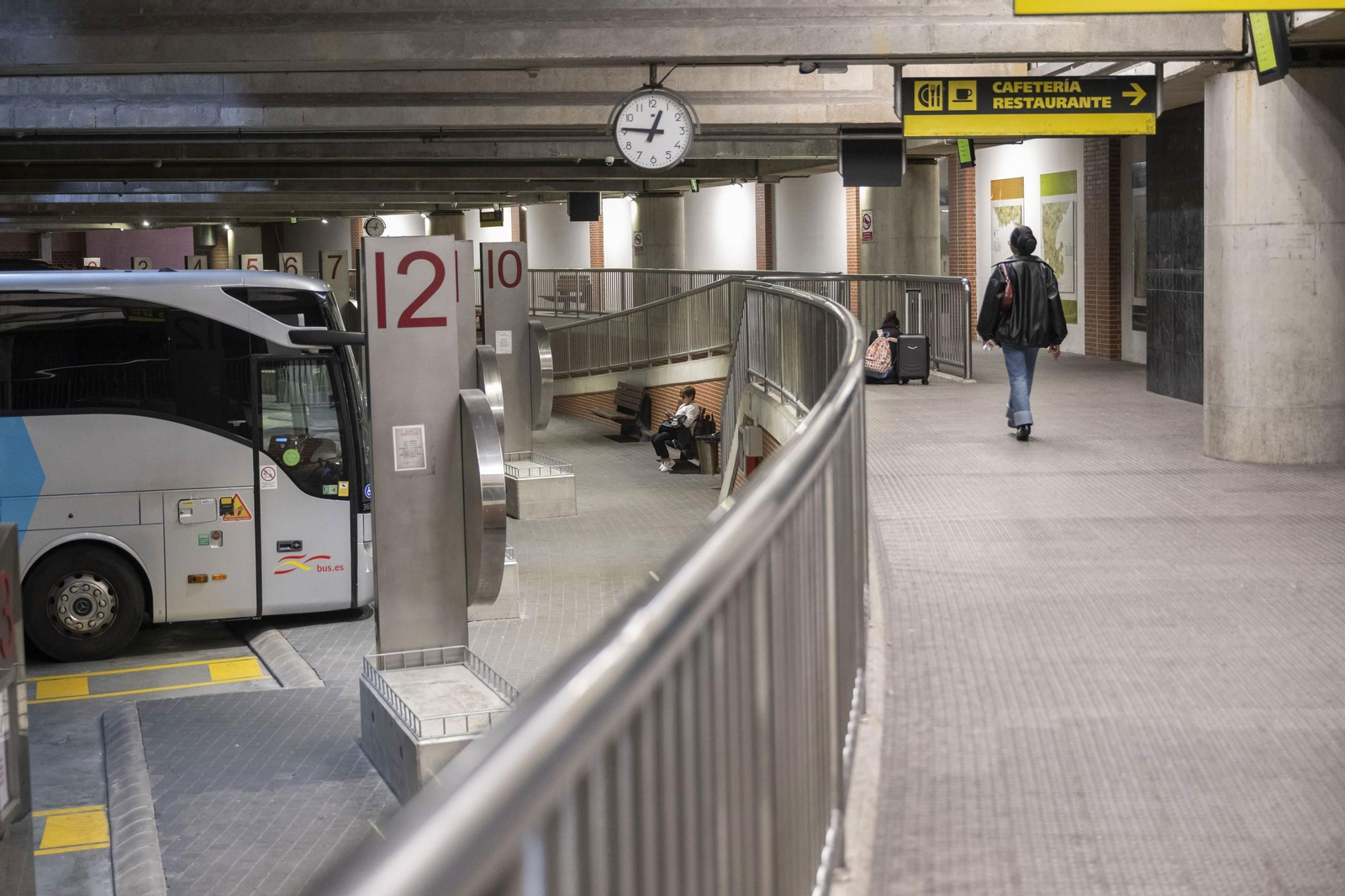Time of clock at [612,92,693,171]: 12:45
